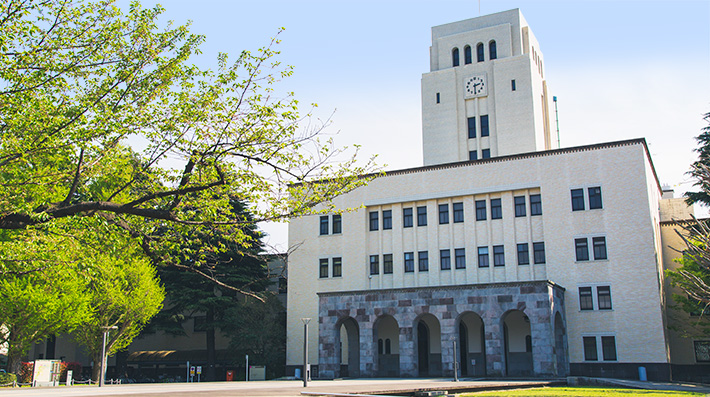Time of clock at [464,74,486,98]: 2:30
